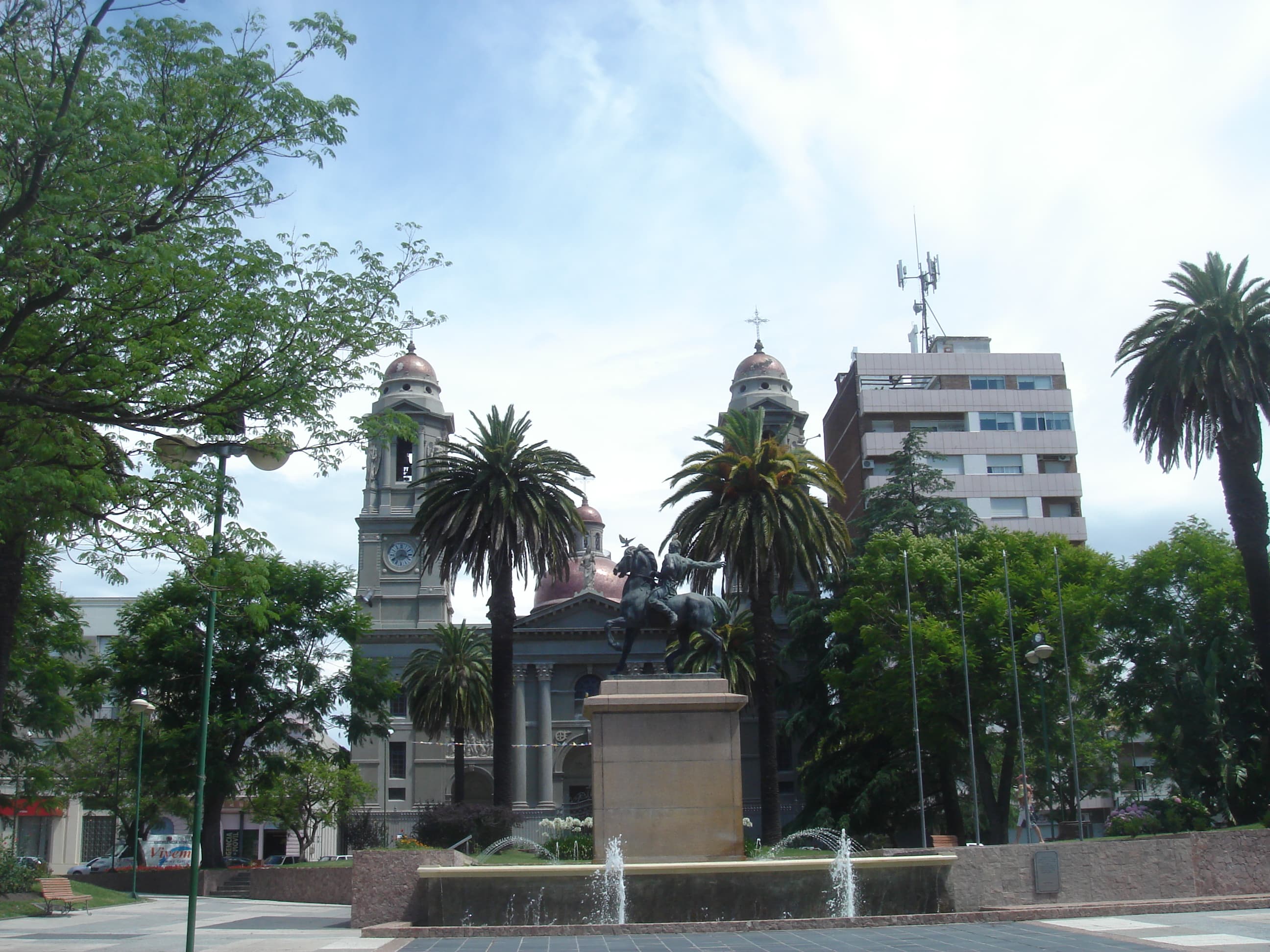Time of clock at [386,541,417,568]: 3:40
